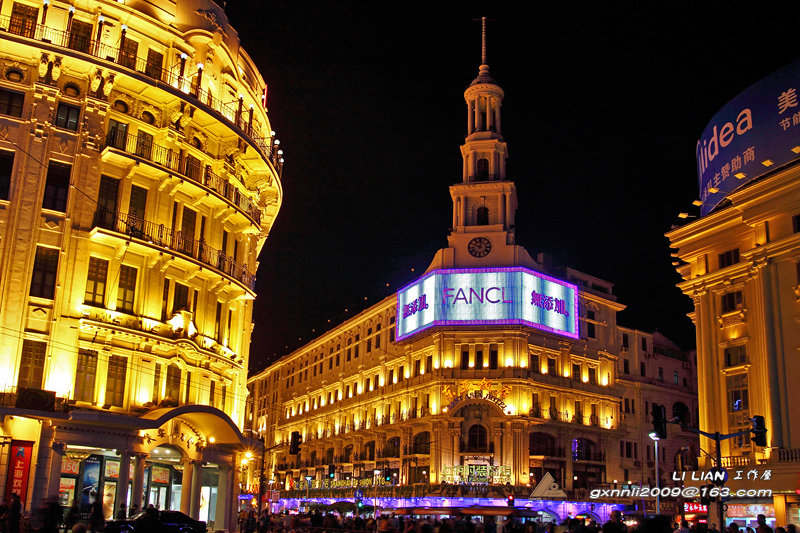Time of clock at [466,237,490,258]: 10:00
